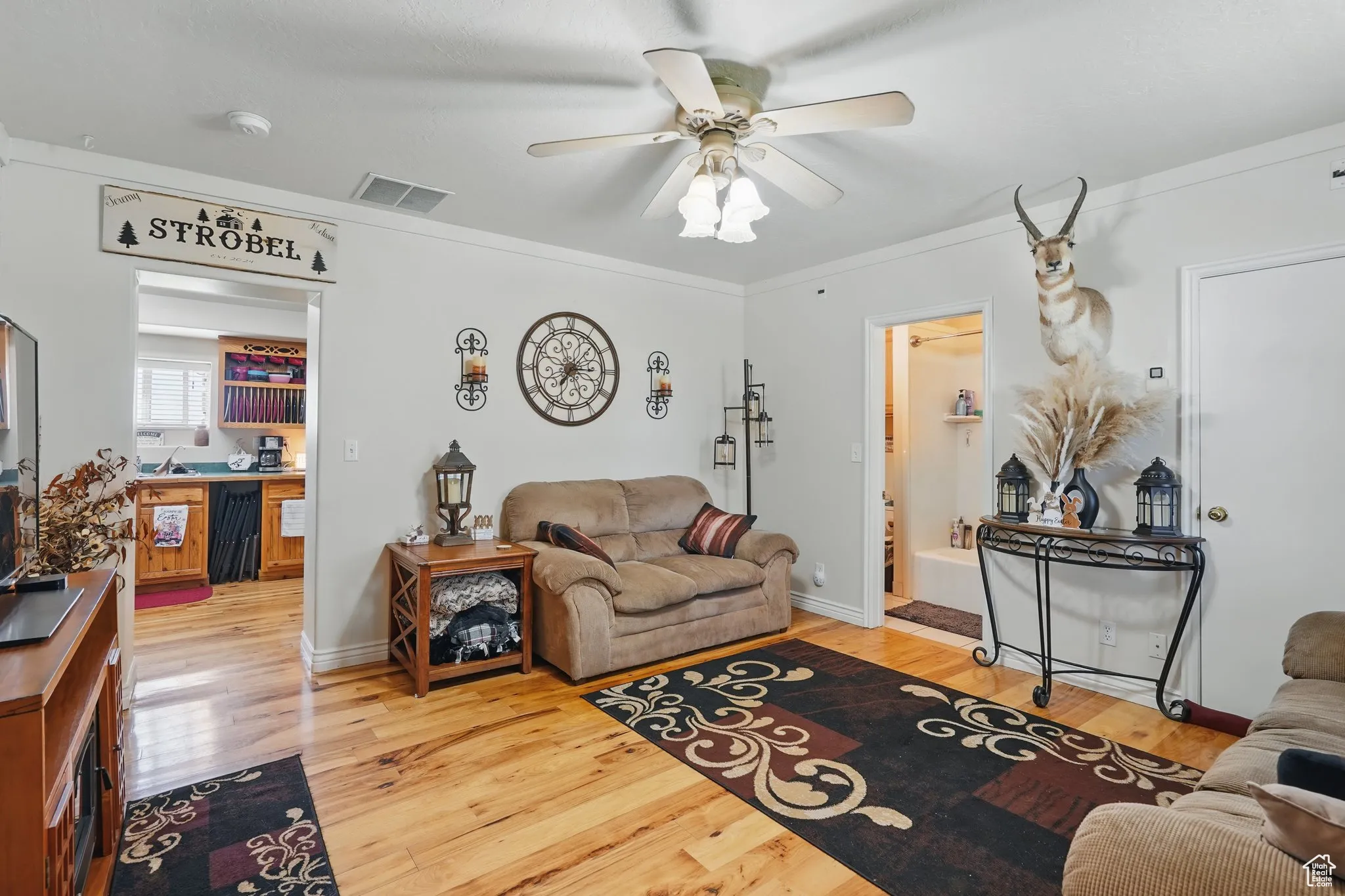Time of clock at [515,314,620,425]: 7:15
